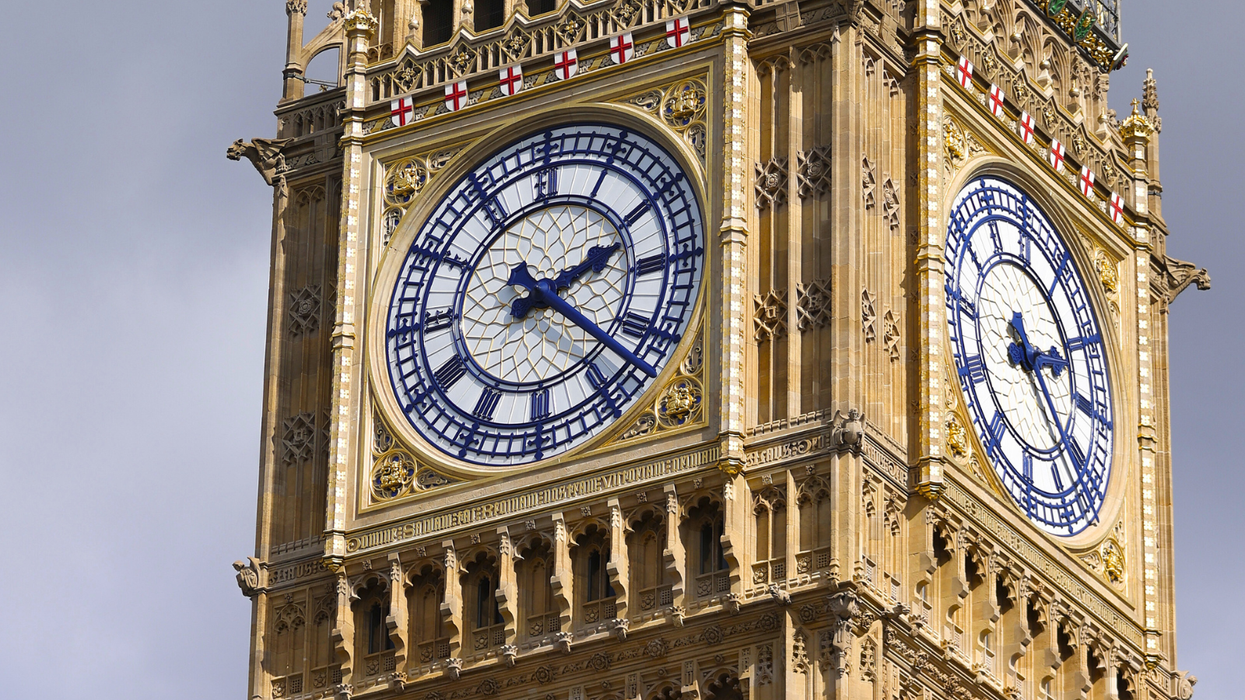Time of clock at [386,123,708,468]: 2:21
